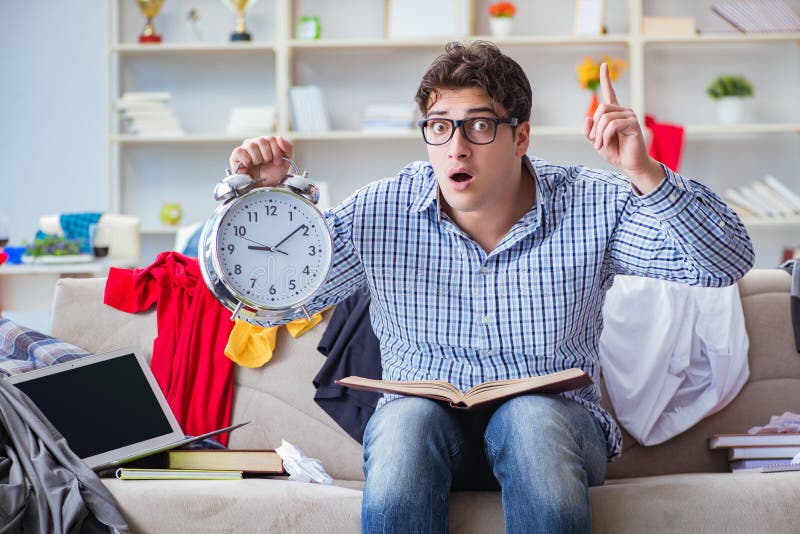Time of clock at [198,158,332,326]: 9:09
